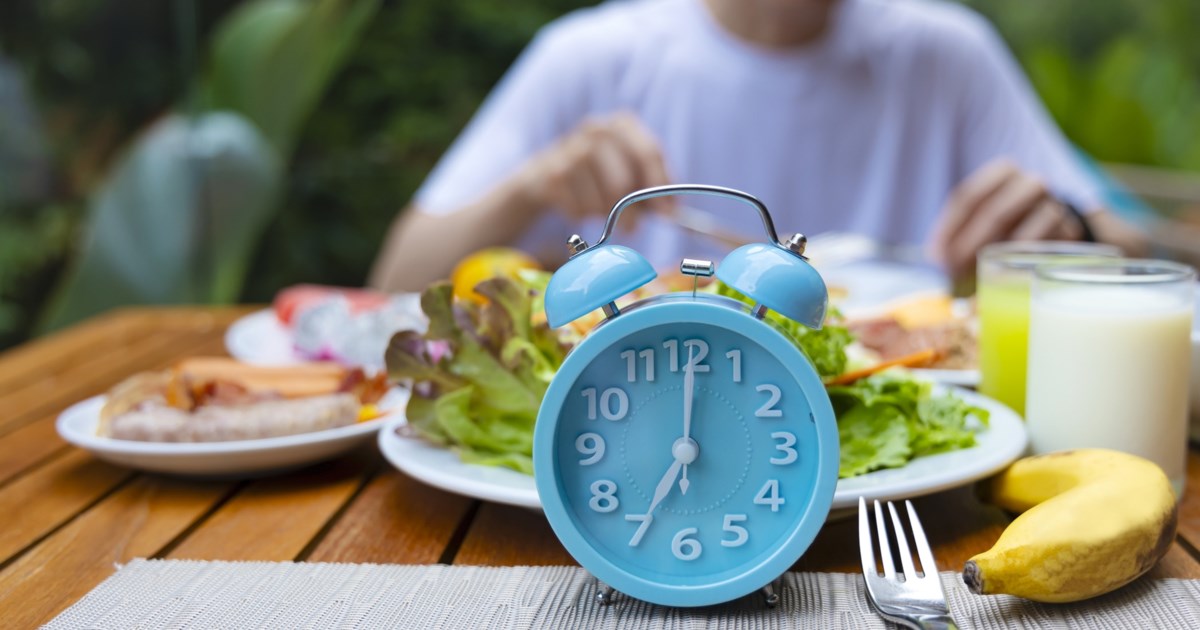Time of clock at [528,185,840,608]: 7:00
